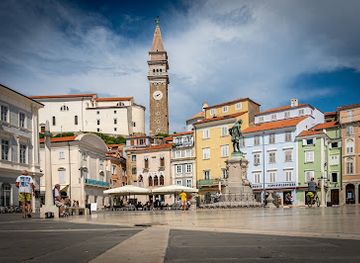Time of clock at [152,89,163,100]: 1:42
